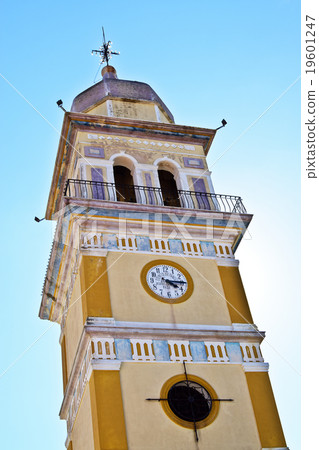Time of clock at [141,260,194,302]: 4:14
